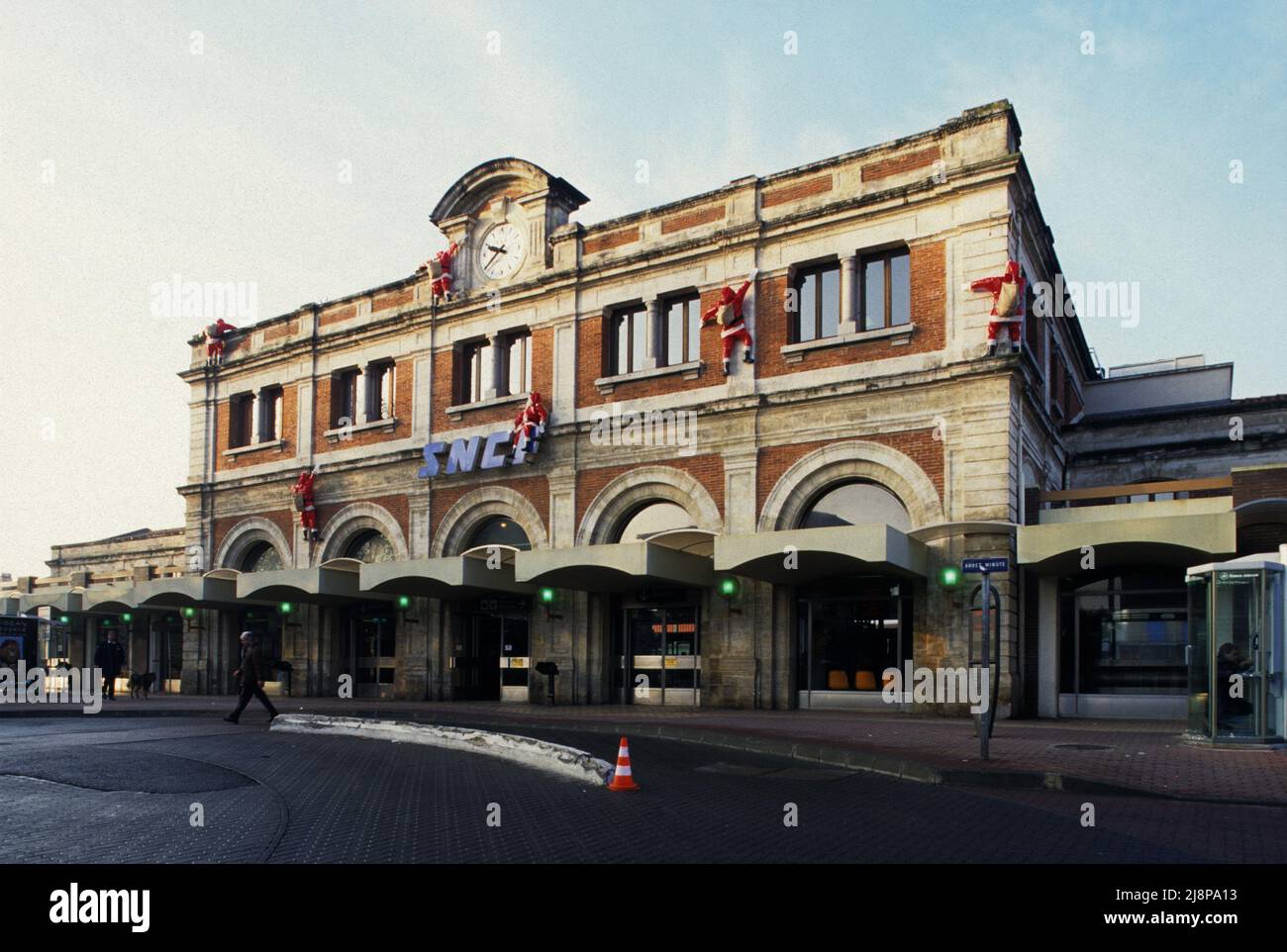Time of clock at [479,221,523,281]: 9:39
